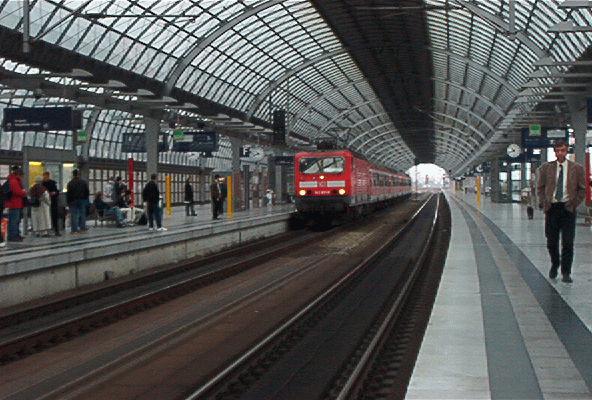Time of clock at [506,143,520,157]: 10:42
